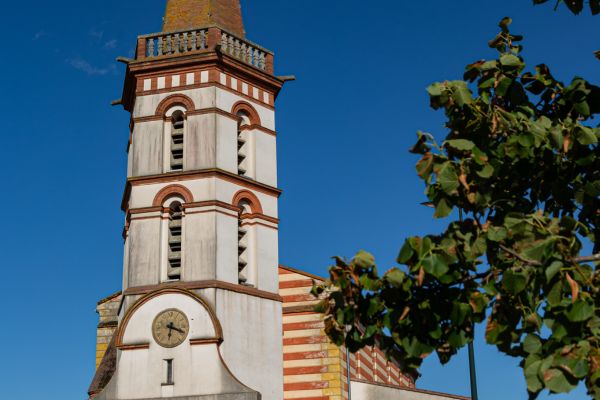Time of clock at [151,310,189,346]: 6:18
